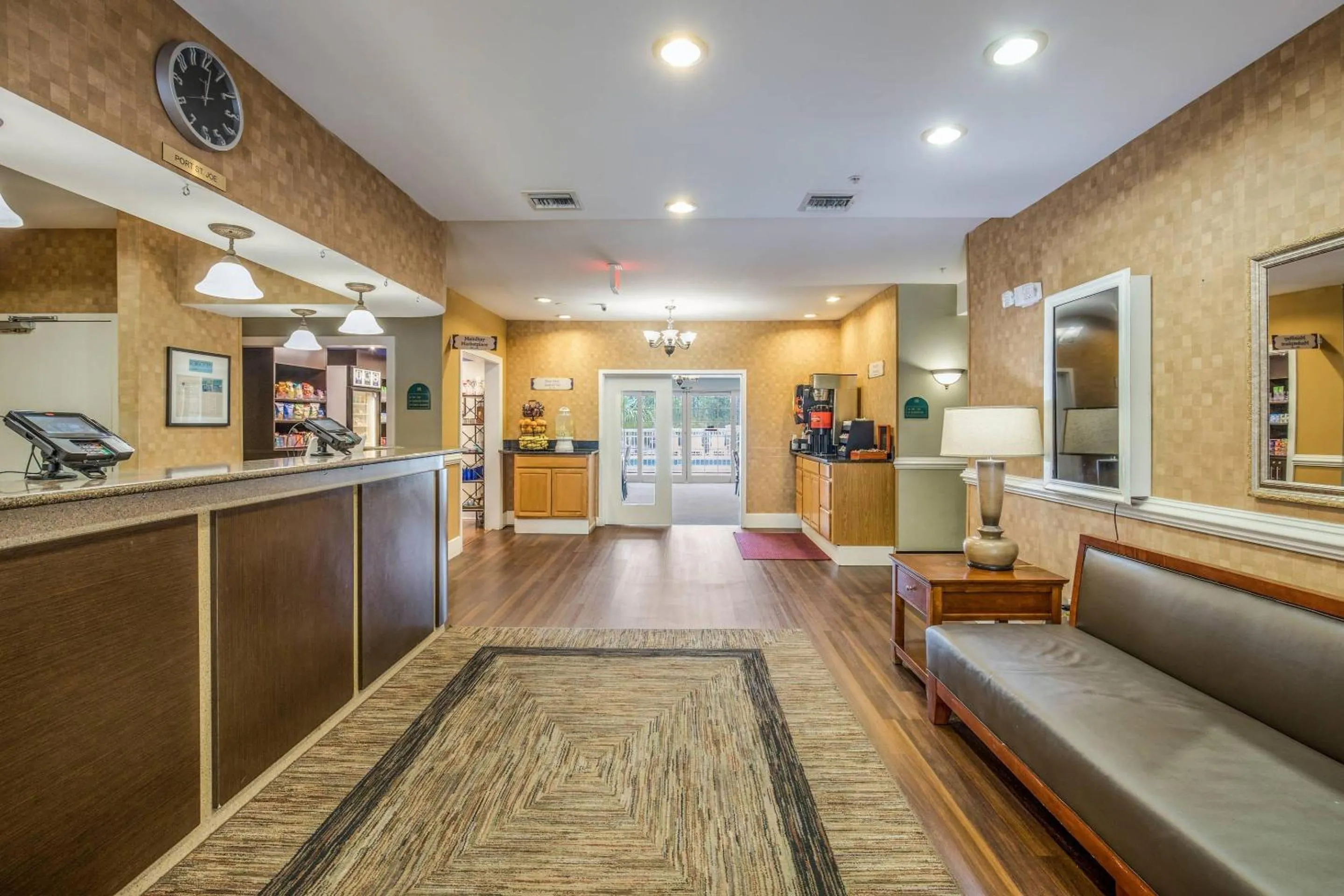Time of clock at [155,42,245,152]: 12:02
